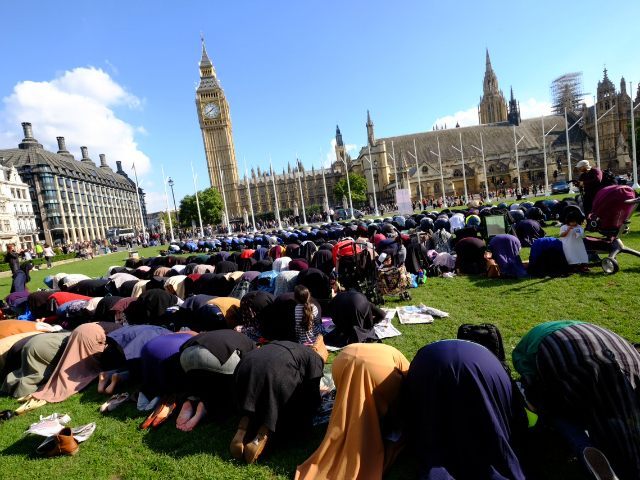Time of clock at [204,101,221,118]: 1:39
